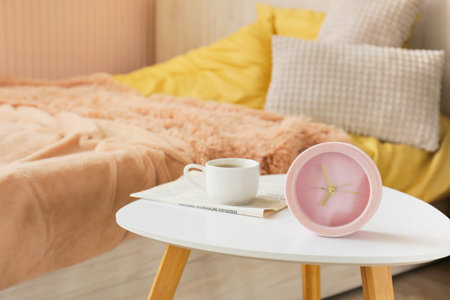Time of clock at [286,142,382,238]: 6:56
